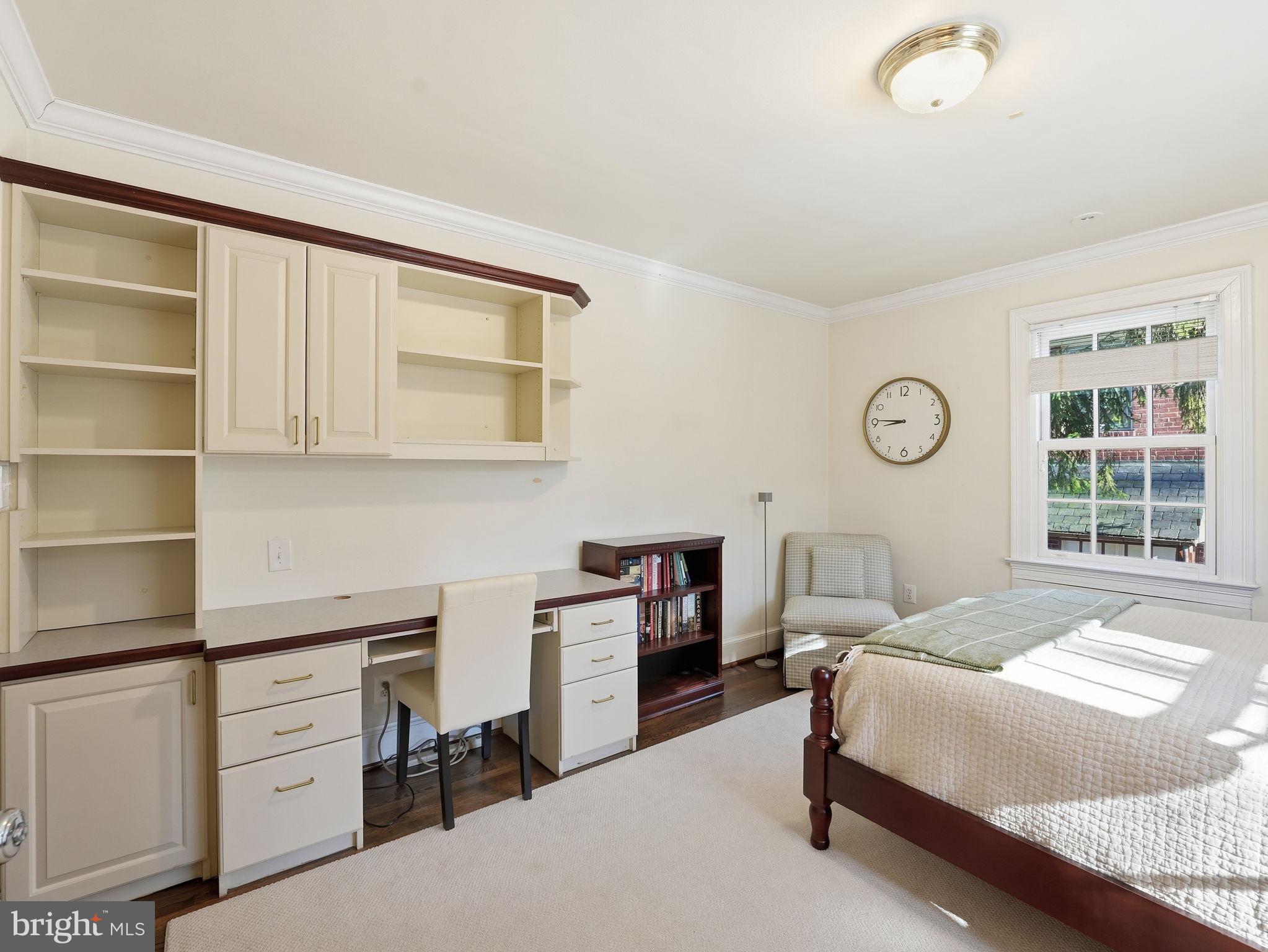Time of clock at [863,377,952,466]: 8:45
